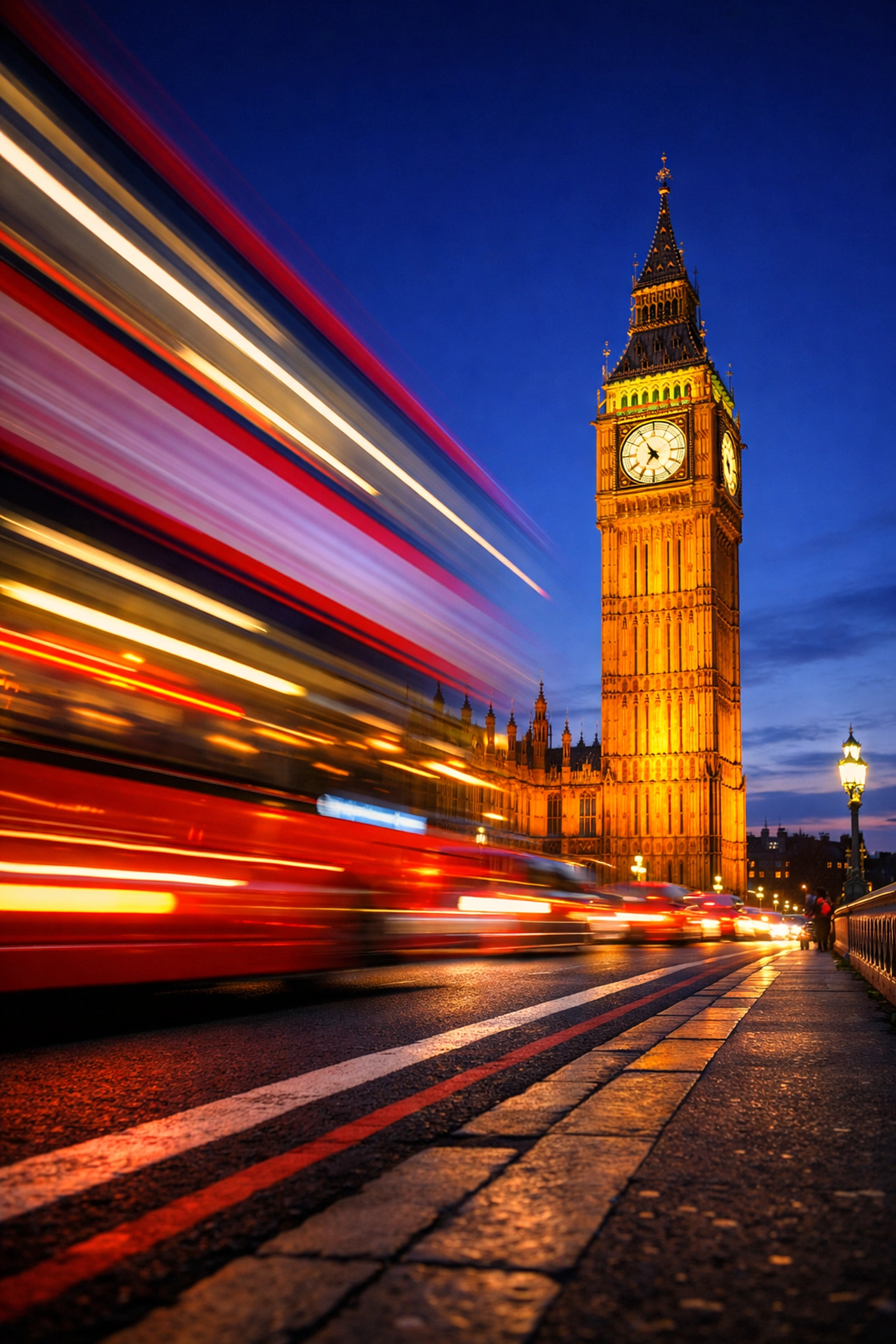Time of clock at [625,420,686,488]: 6:54
